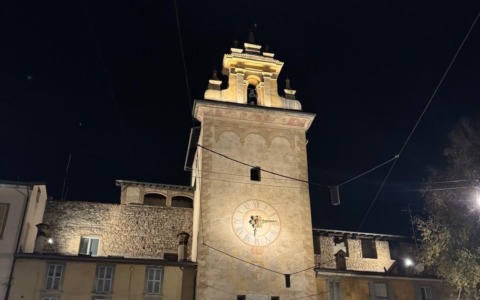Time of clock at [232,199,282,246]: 6:13
